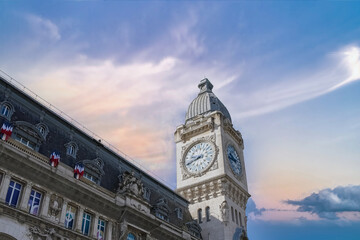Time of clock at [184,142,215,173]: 8:40
